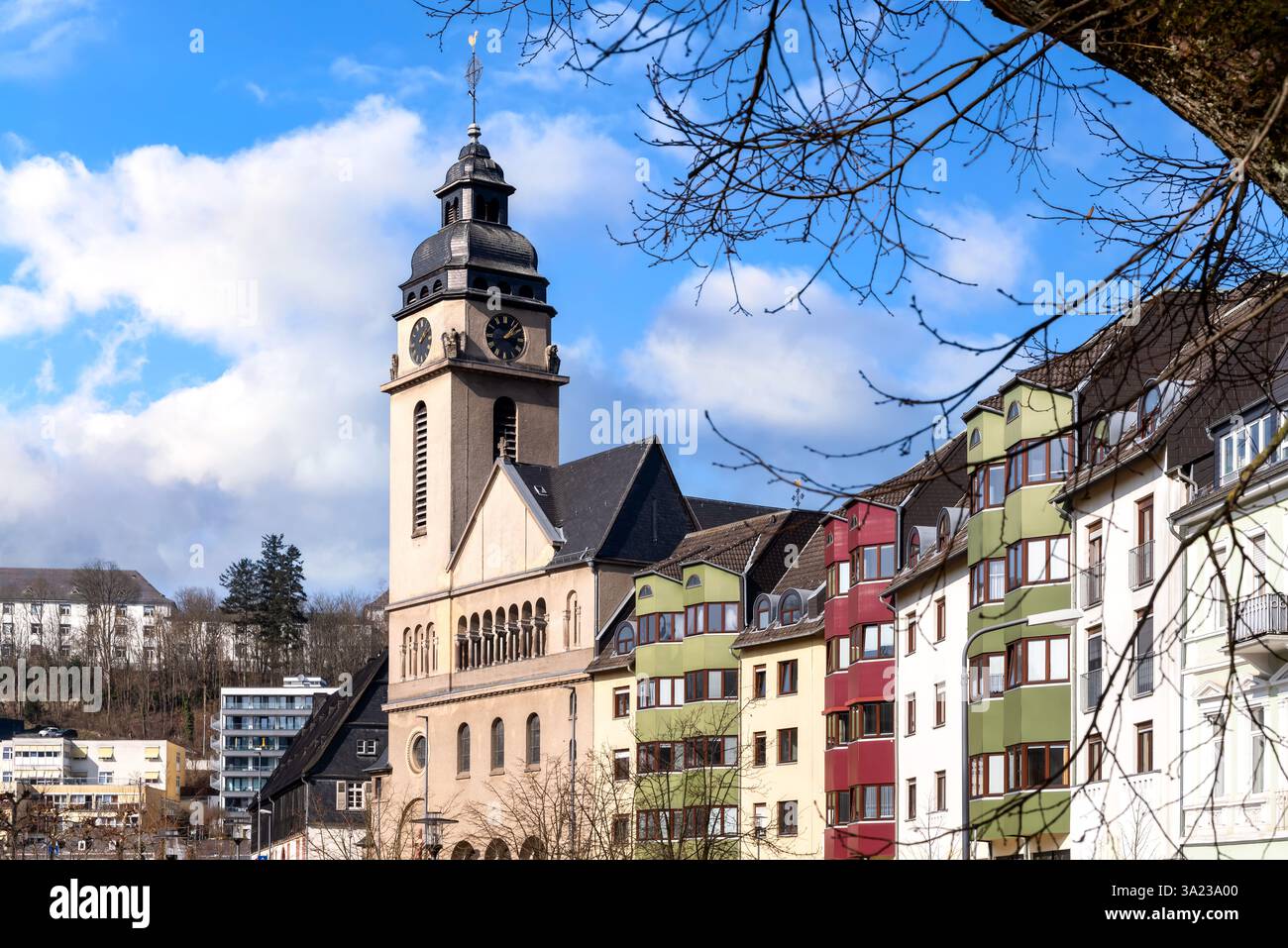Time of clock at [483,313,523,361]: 2:07
